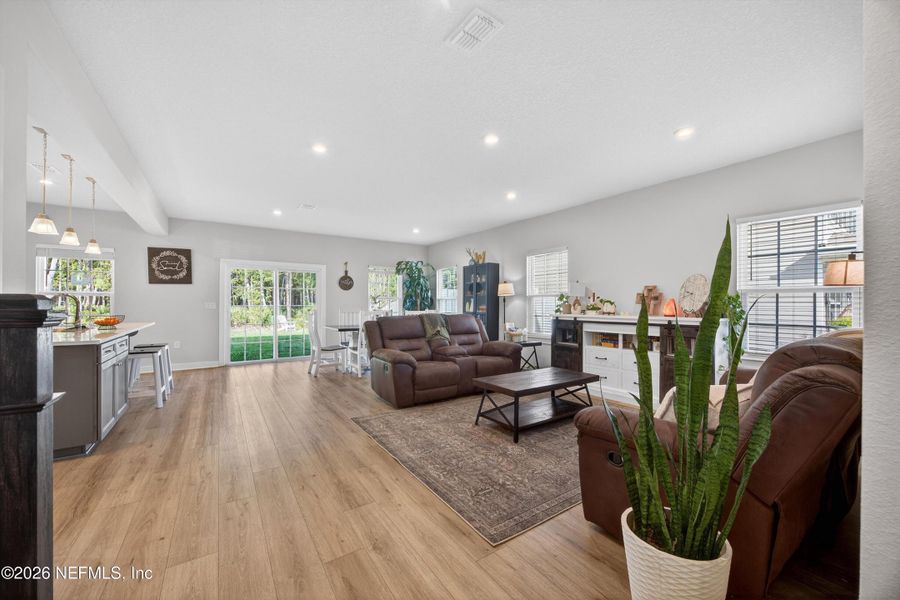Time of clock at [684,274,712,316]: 9:42
